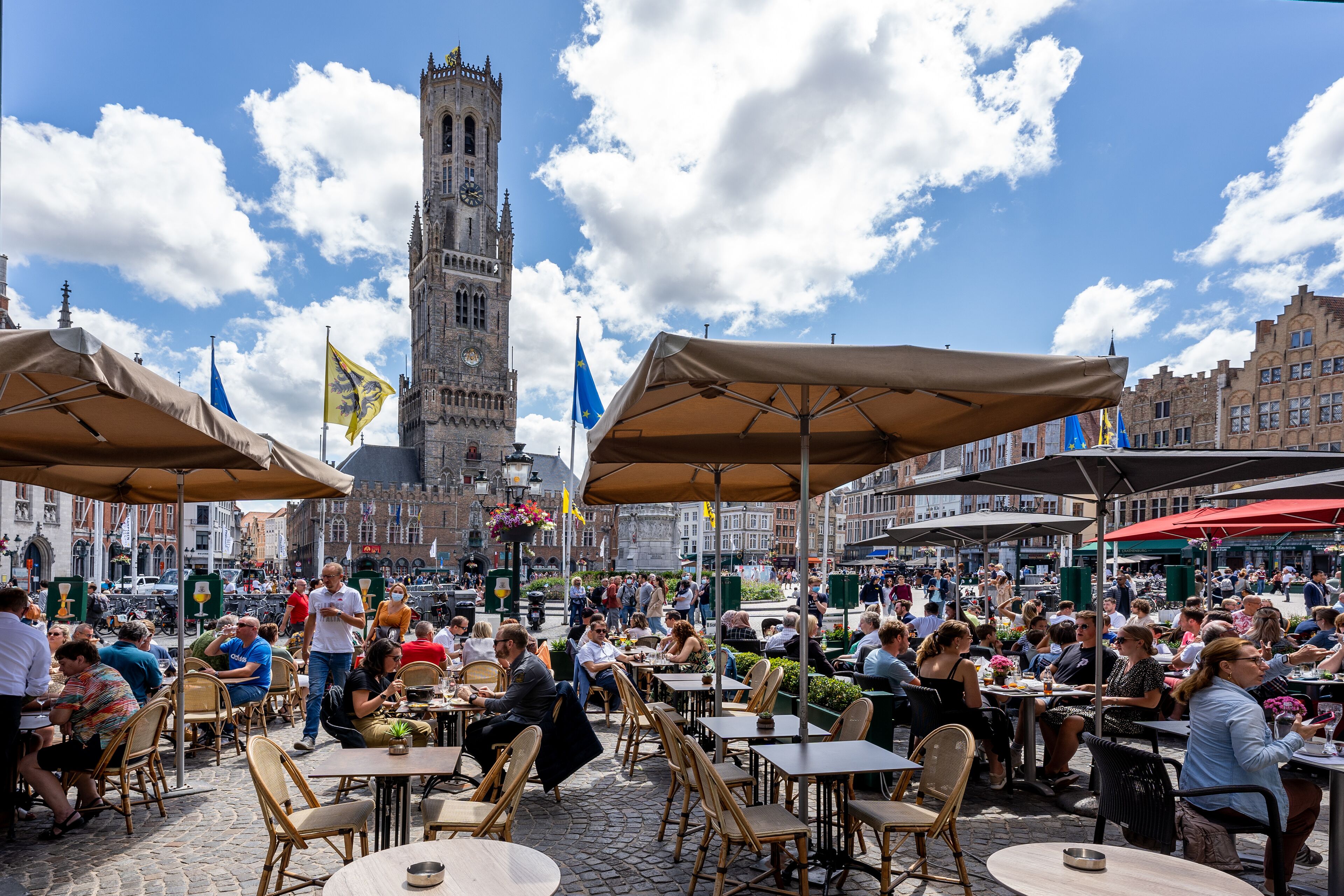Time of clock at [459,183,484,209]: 2:18
